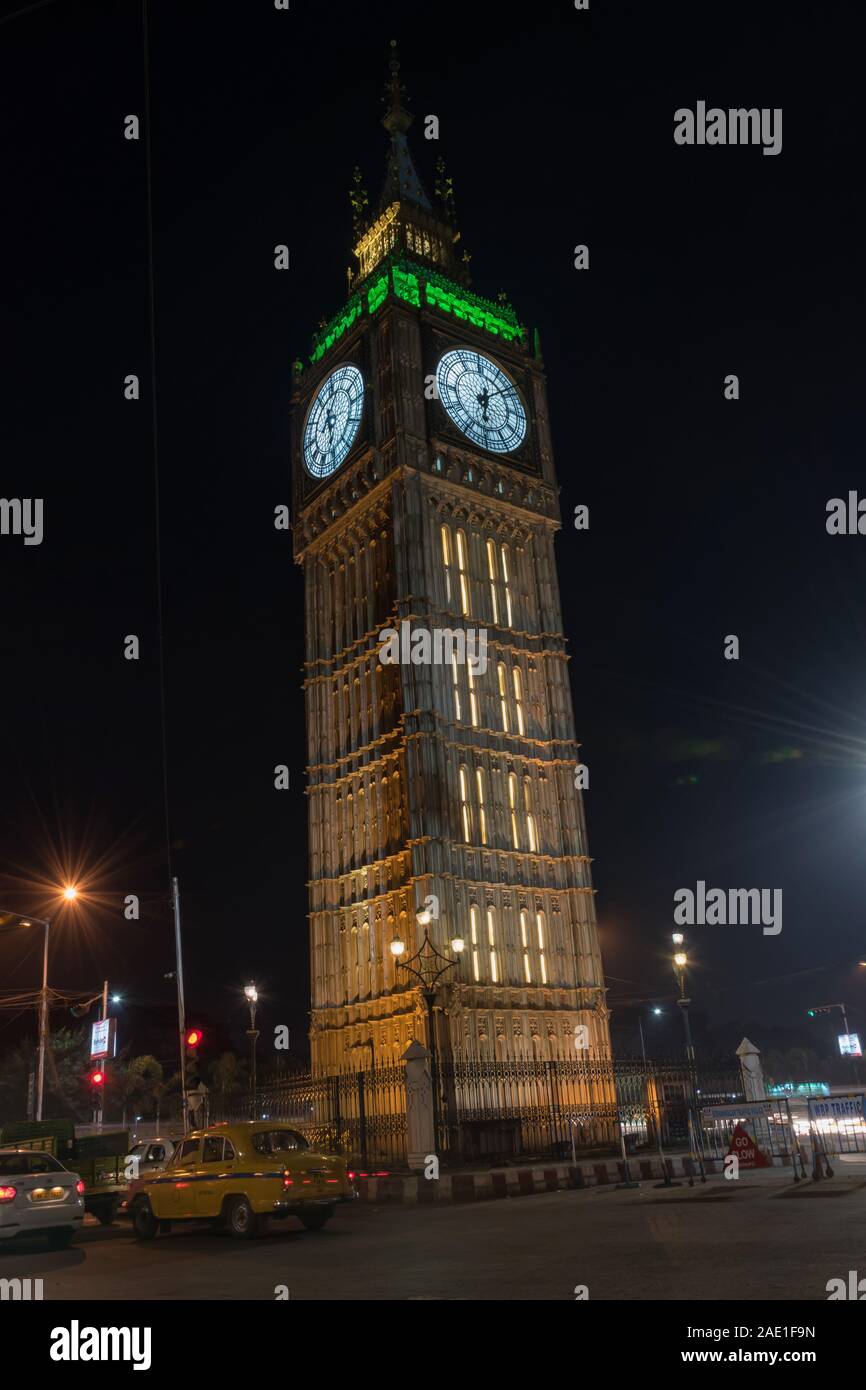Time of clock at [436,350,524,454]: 6:08
